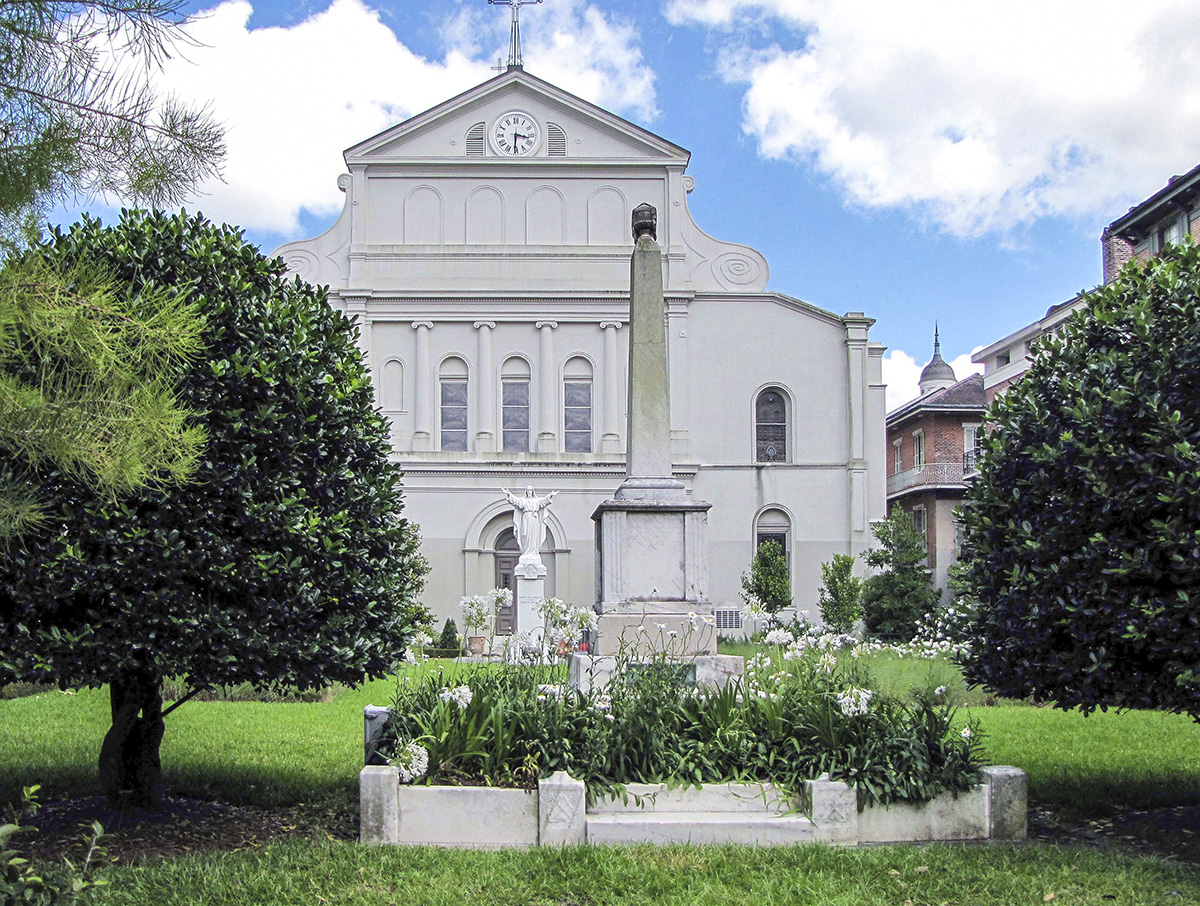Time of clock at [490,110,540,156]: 3:30
